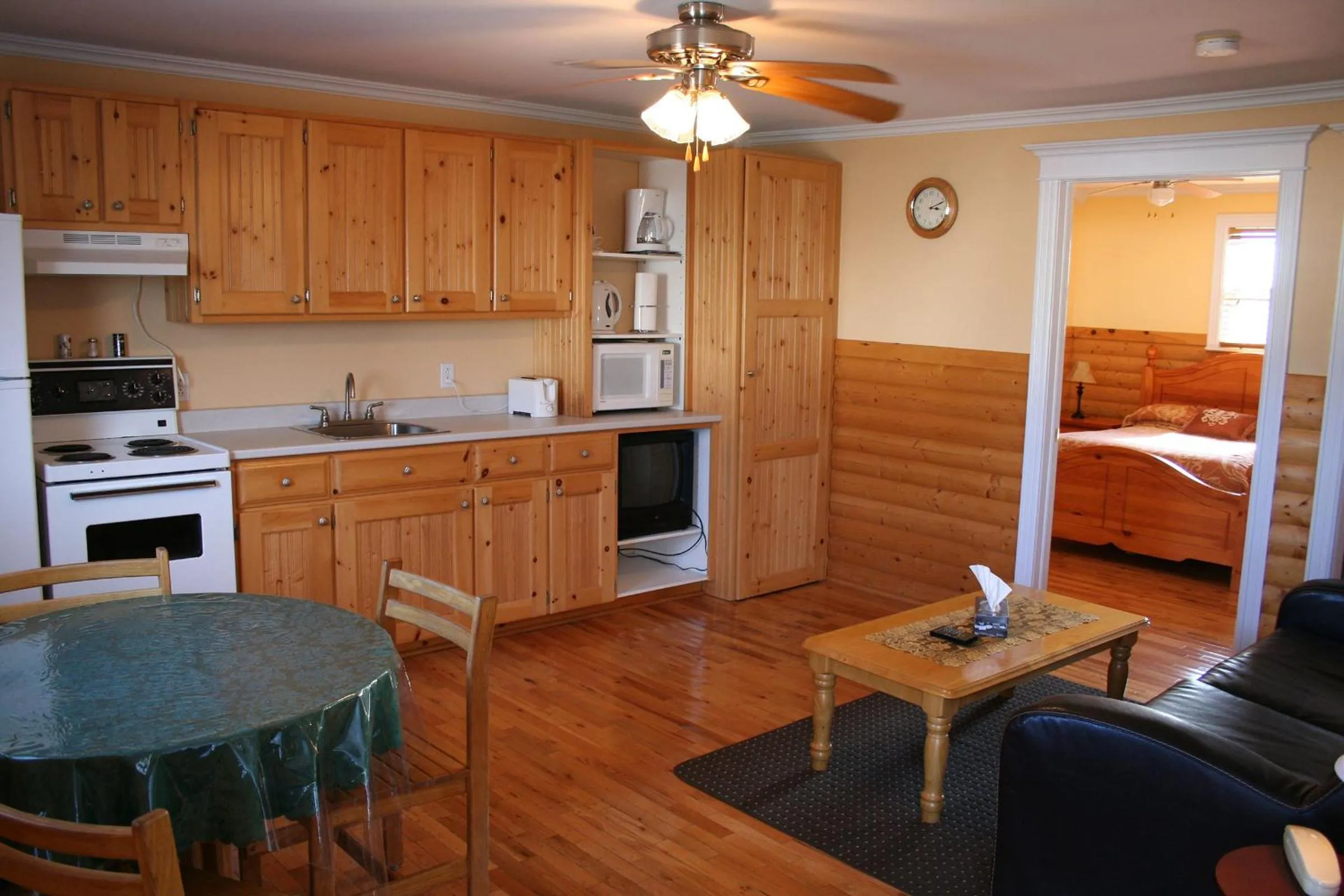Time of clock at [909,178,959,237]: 3:11
